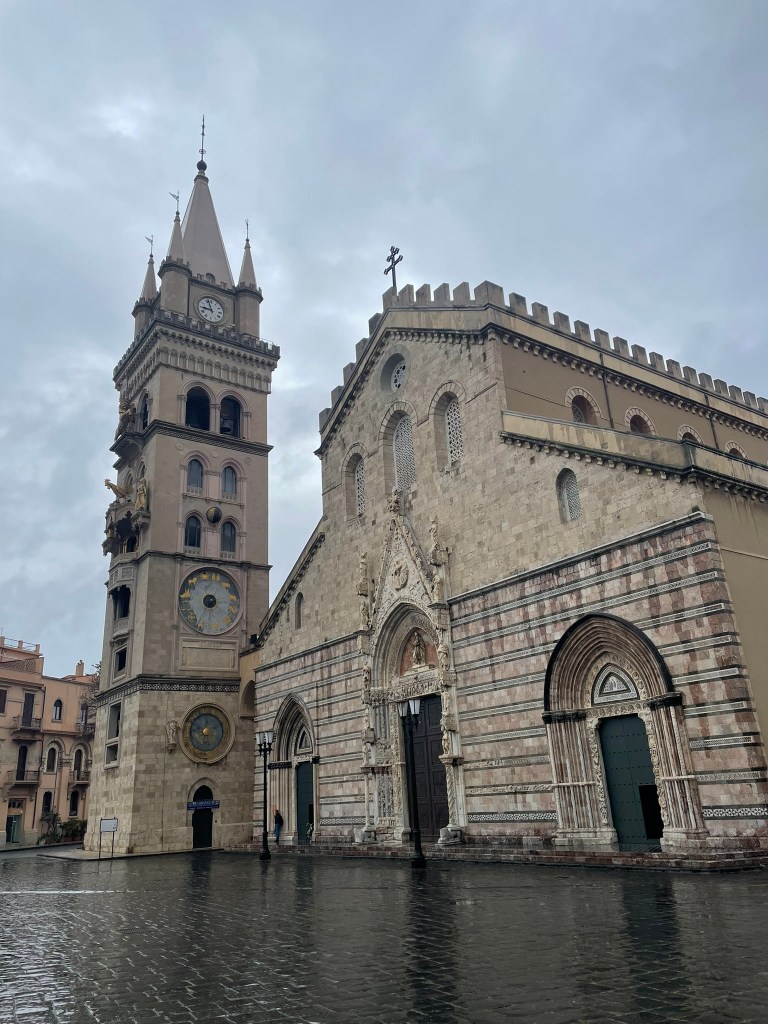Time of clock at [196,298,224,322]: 8:57
